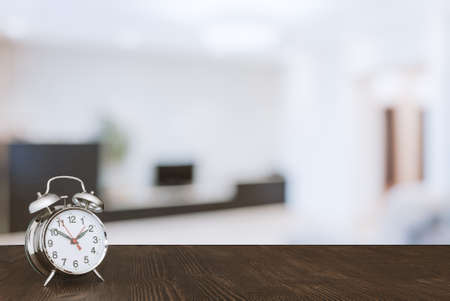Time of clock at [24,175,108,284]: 1:50
